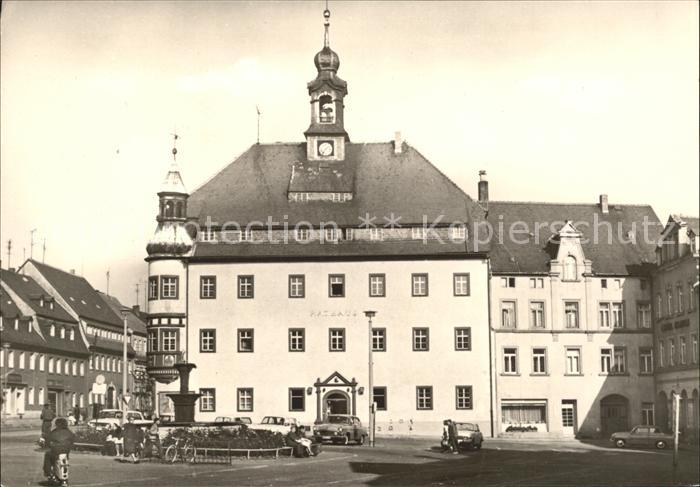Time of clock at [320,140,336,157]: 1:36
